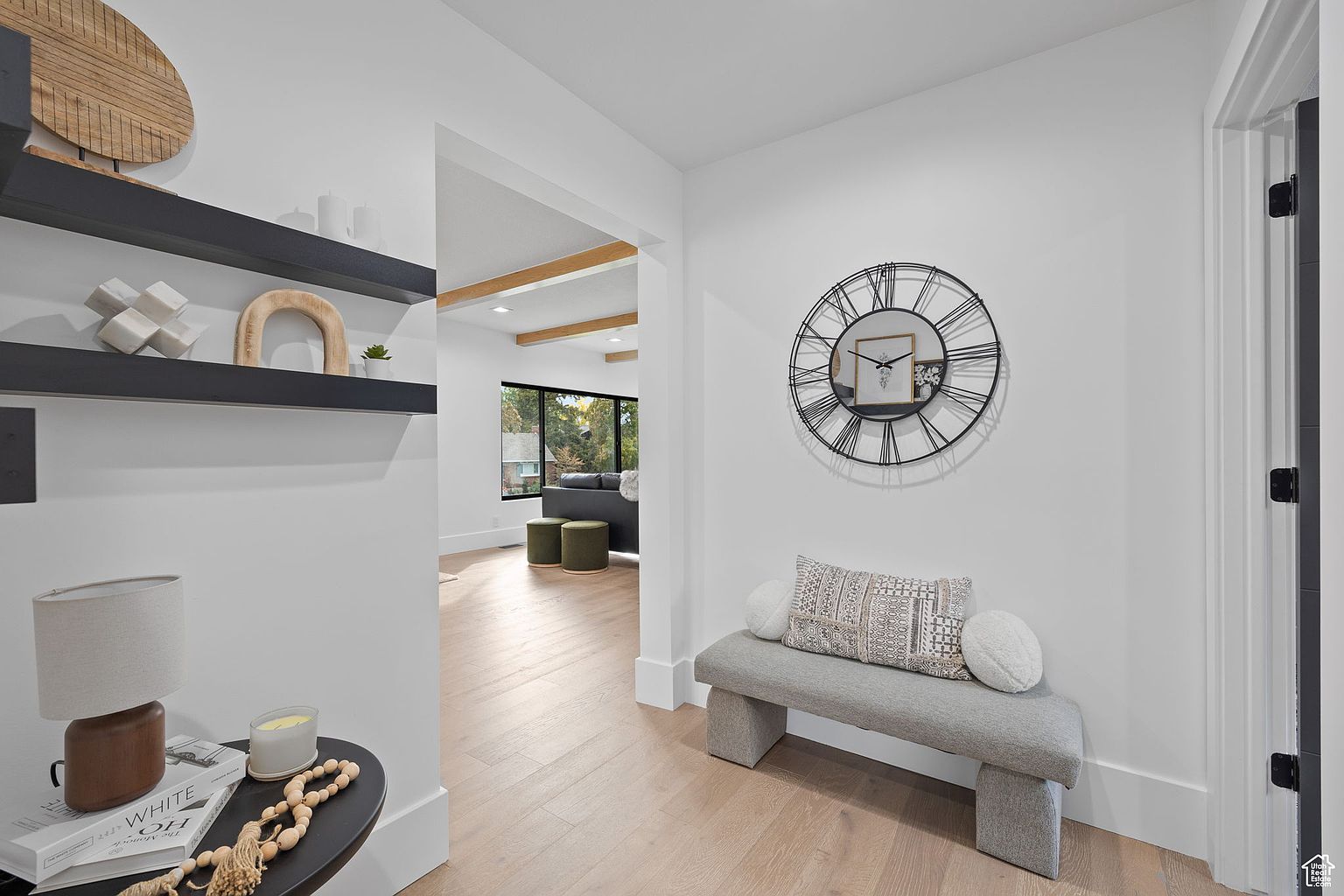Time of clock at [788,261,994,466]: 2:50
